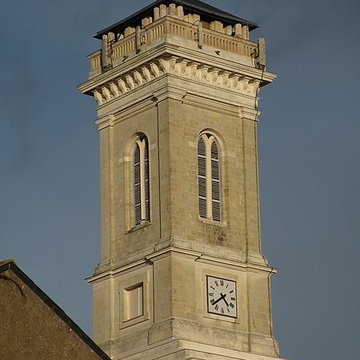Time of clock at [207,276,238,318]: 4:38
